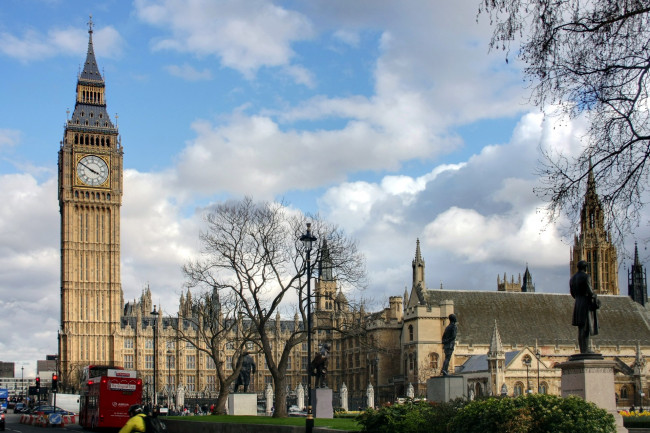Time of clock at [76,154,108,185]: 3:50
